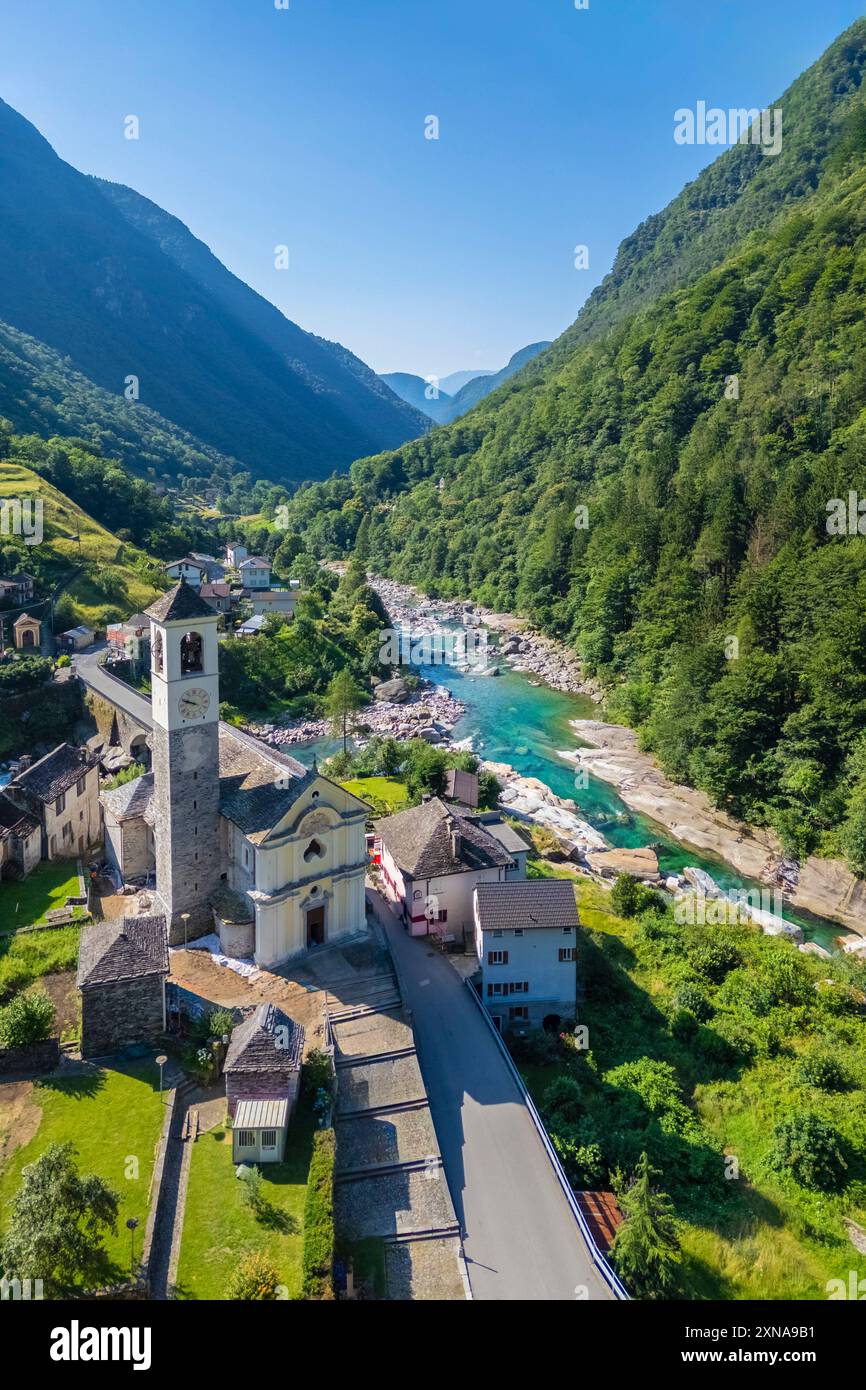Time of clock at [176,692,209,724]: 9:48
